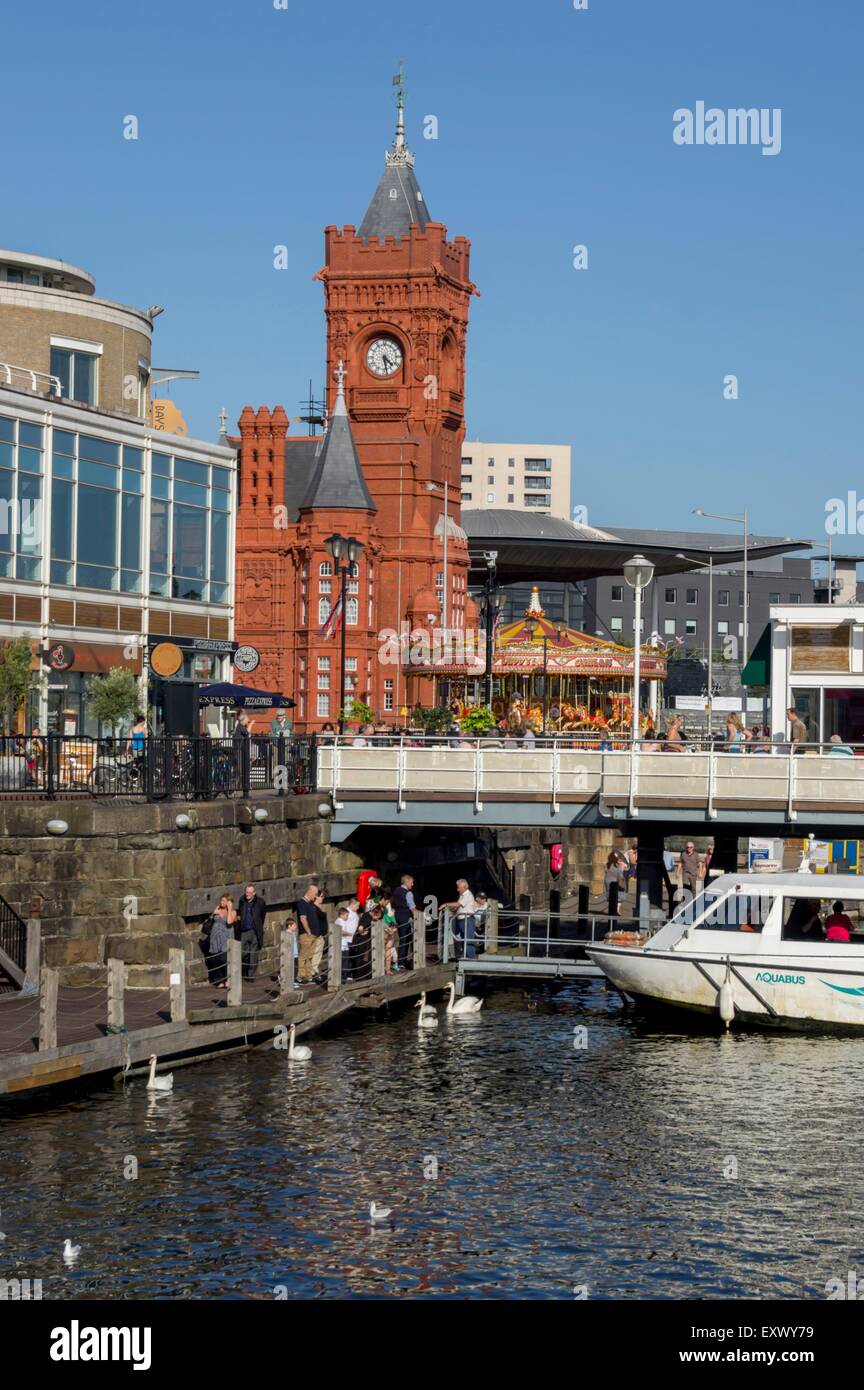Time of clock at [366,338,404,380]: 4:28
